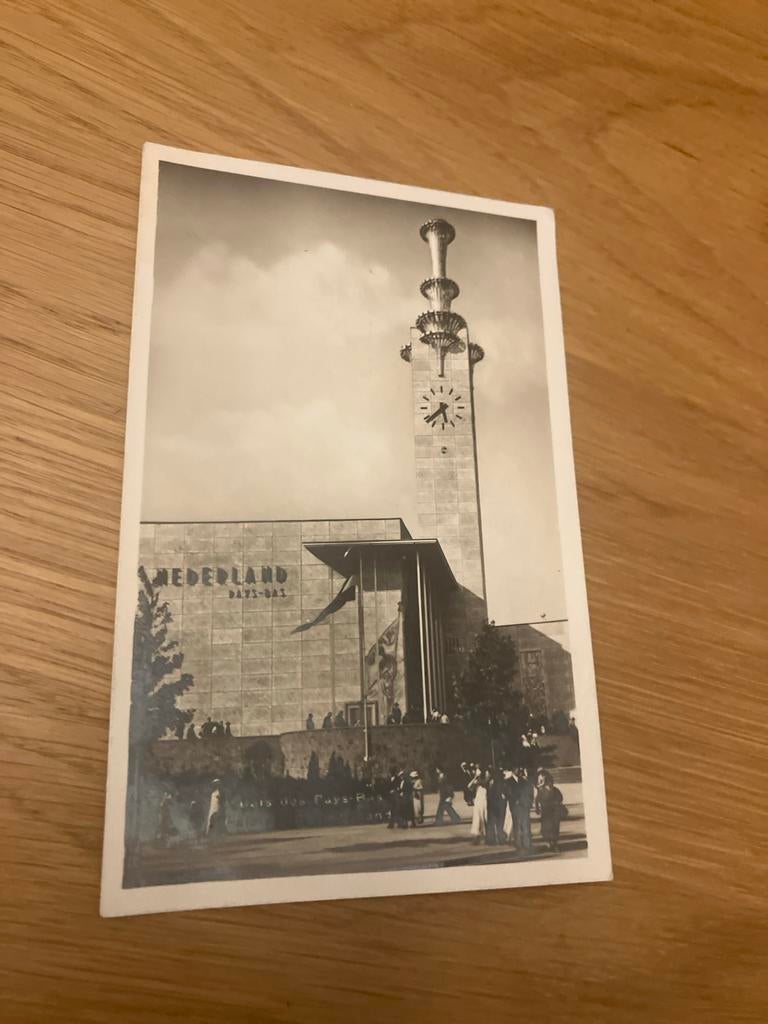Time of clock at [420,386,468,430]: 5:38
